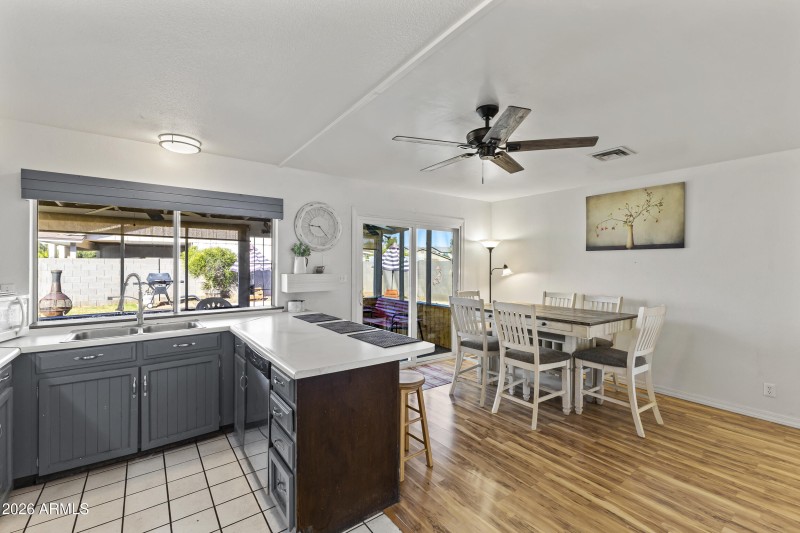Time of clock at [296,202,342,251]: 9:23
